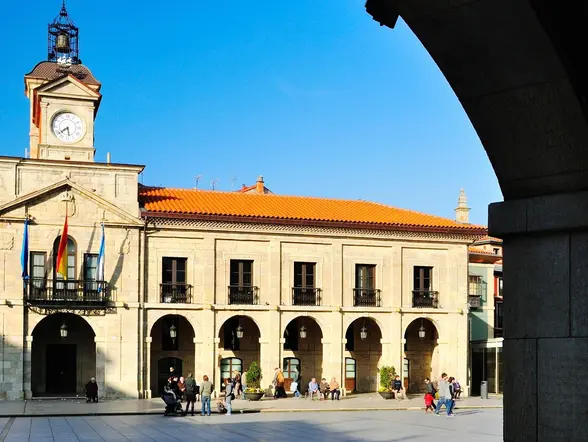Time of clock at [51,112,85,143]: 5:38
